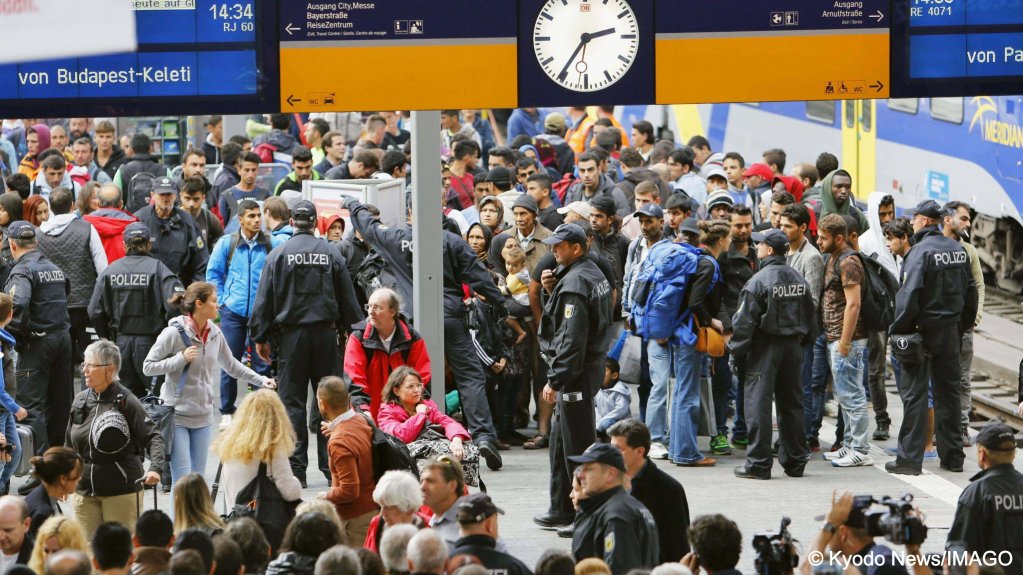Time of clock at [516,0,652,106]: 2:35
